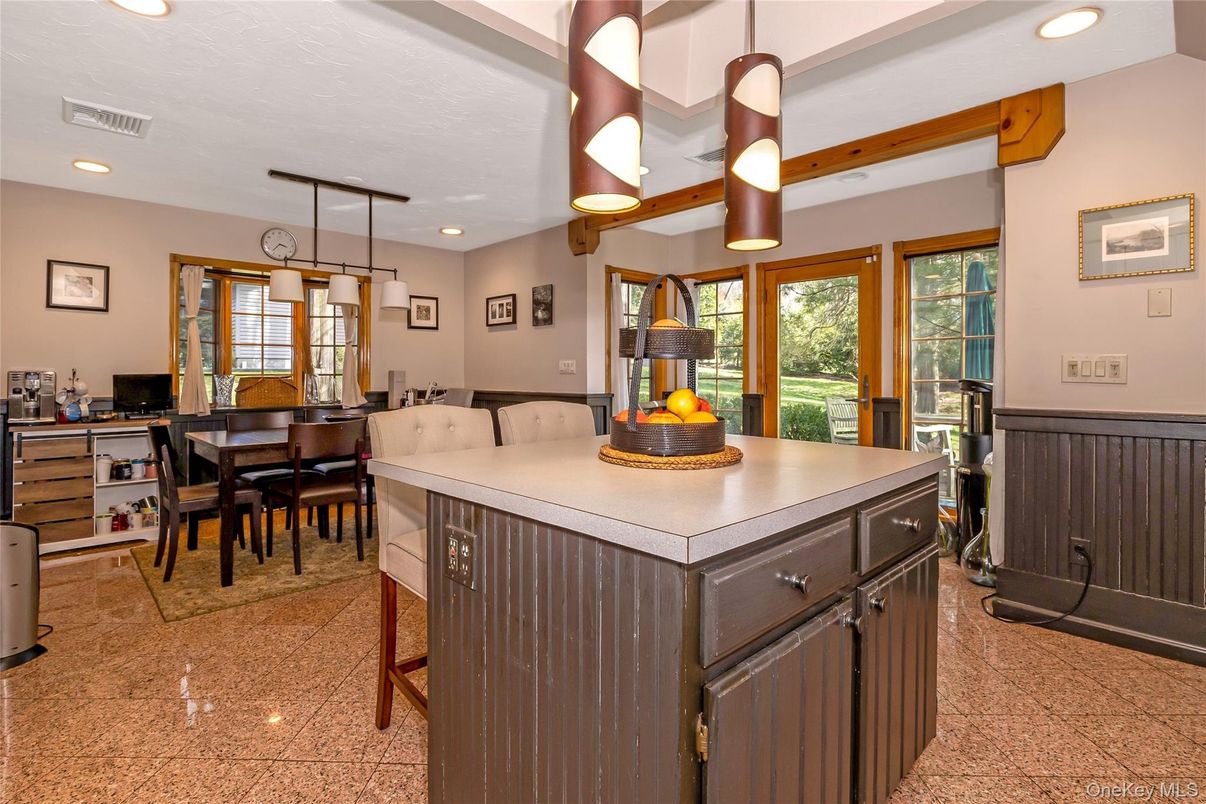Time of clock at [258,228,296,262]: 3:37
